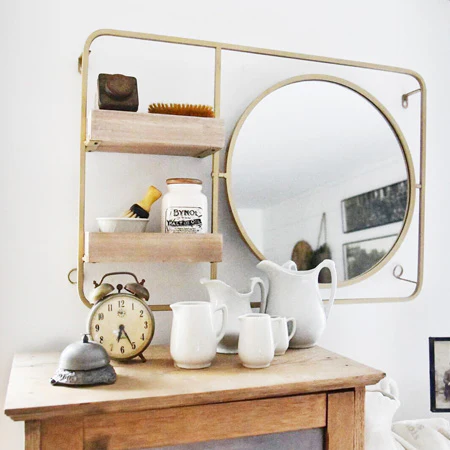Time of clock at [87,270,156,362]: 6:25
